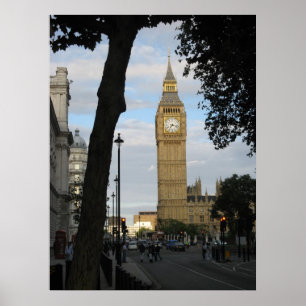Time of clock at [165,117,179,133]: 7:17
